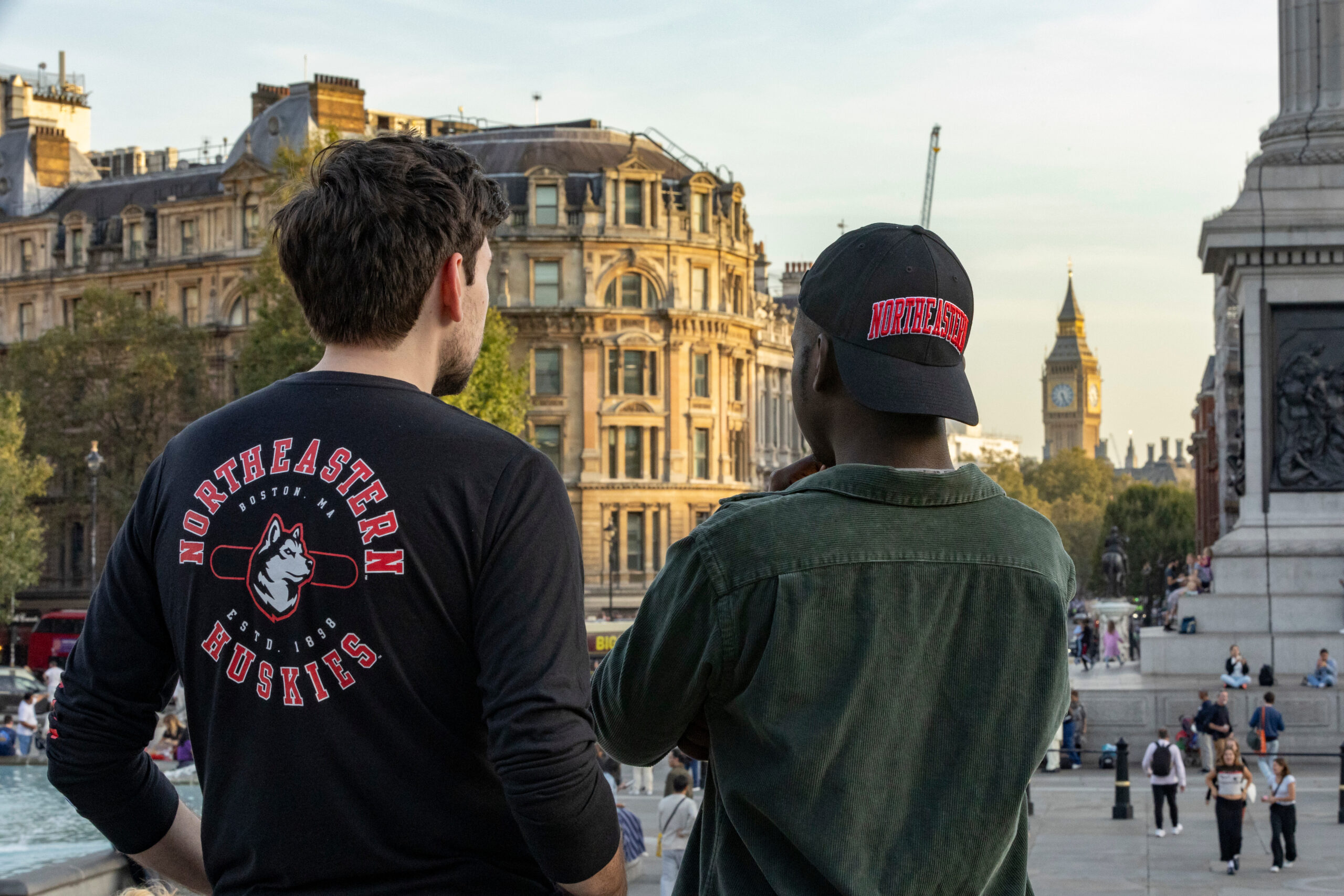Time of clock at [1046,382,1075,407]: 5:26
